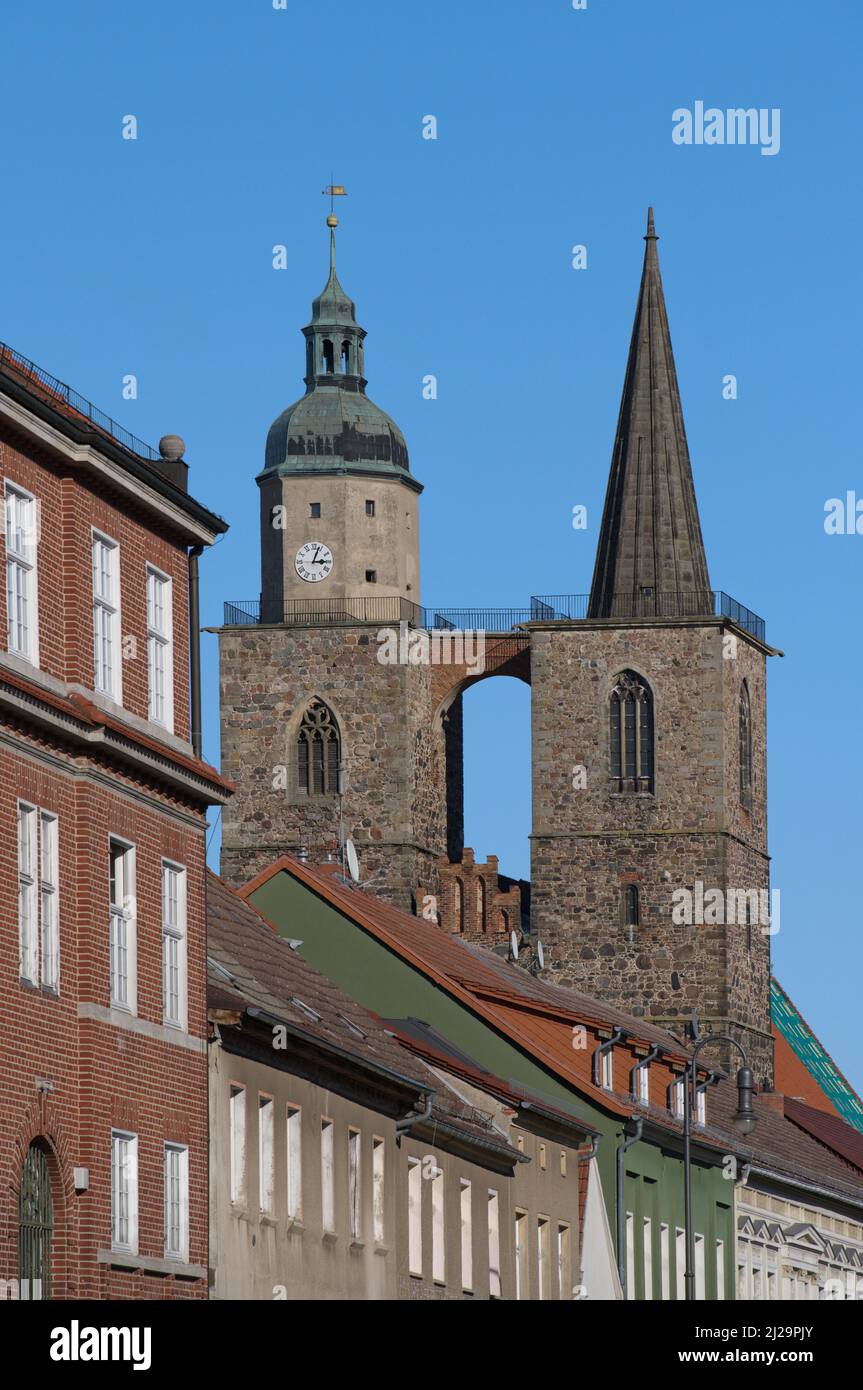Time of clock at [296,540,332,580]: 3:03
